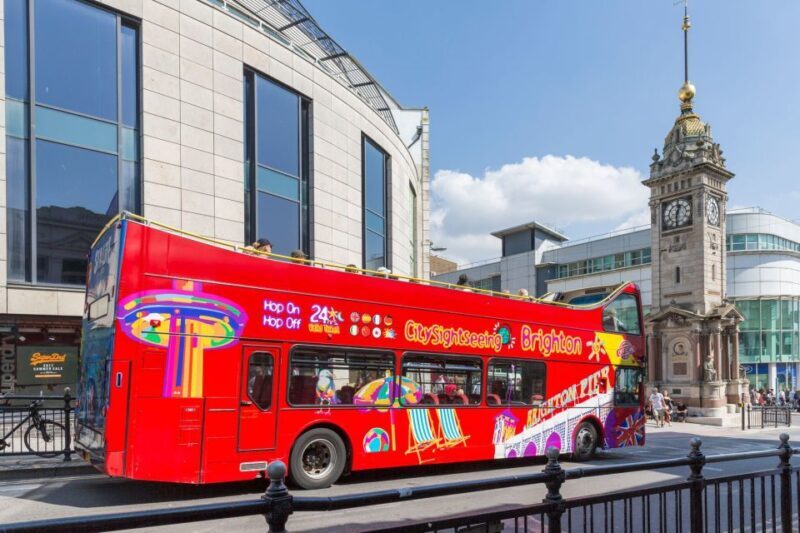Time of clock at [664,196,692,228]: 12:30
